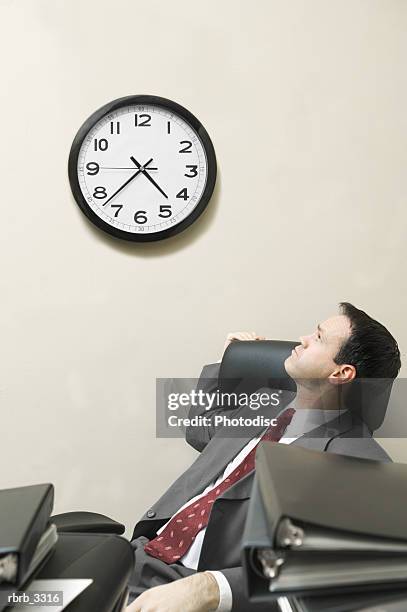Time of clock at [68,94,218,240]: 4:37
